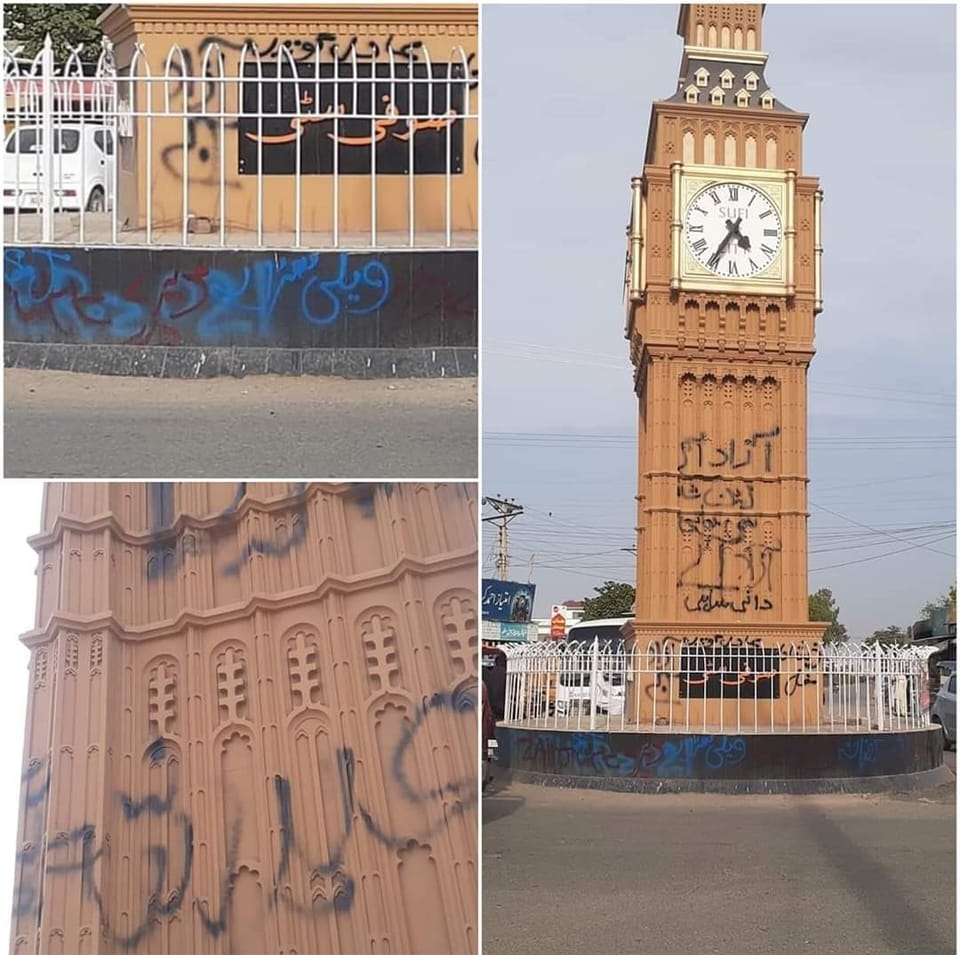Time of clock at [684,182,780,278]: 4:35
